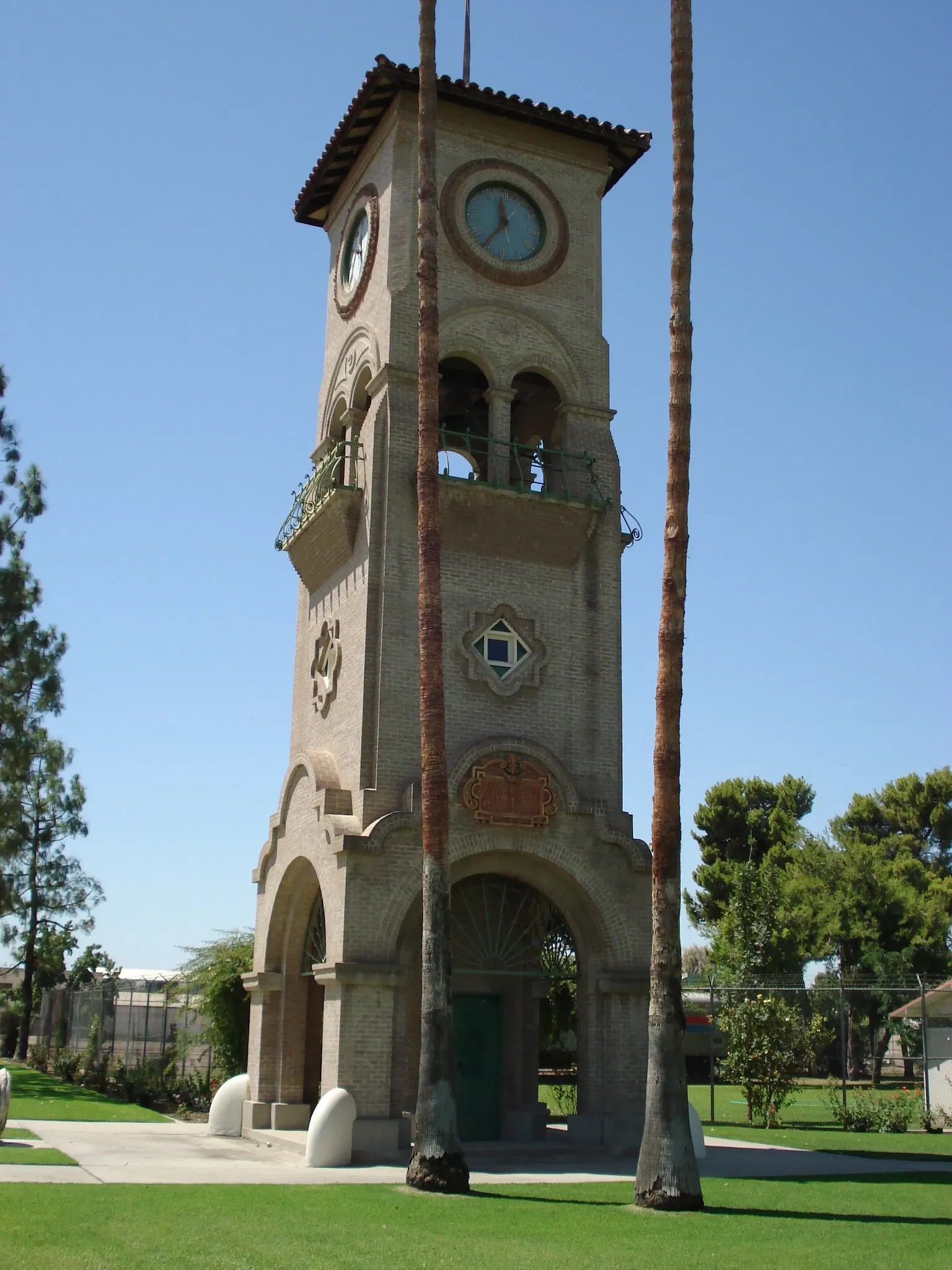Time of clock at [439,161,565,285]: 11:35
